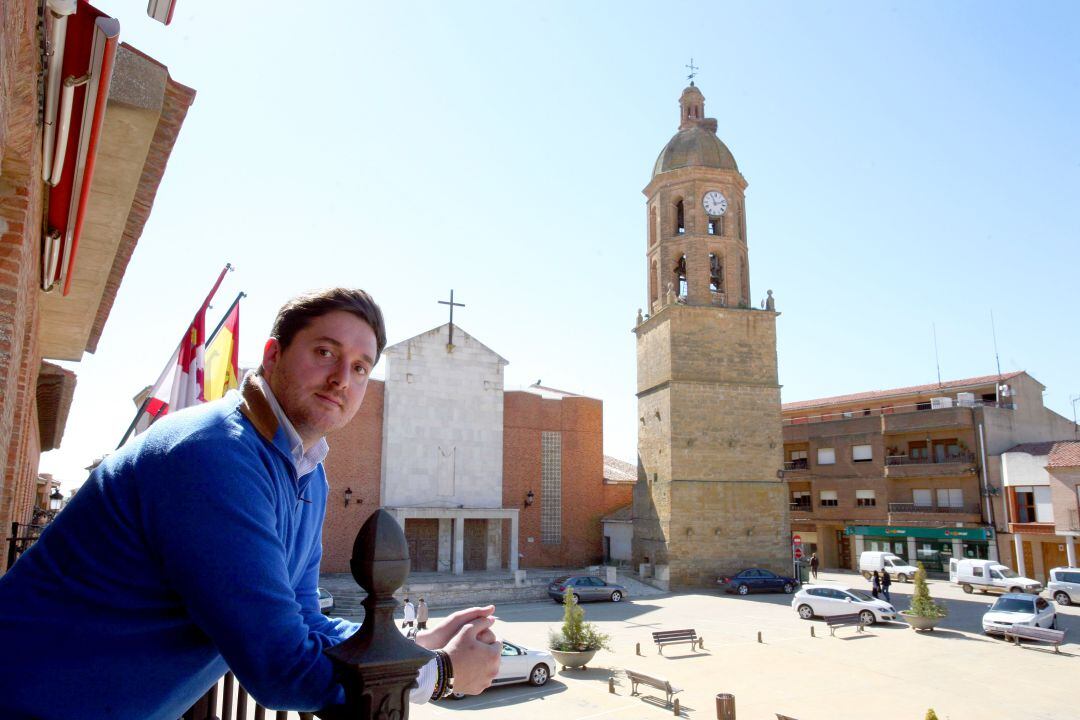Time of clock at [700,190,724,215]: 11:11
